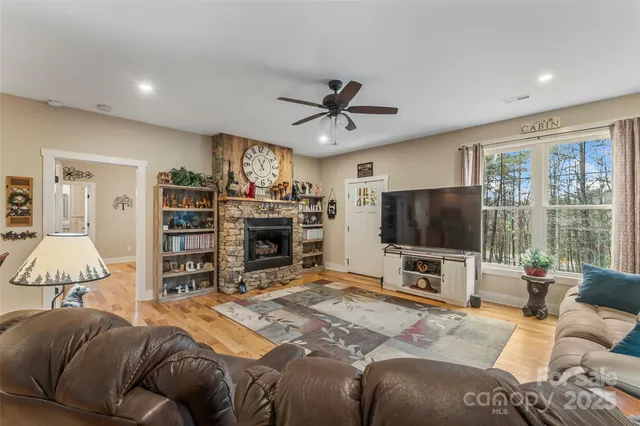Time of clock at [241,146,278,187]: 12:55
